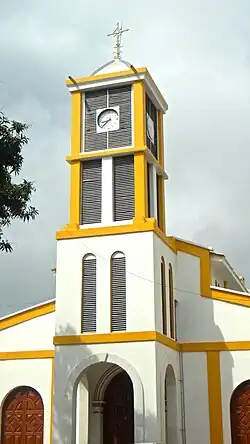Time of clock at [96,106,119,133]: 8:38
